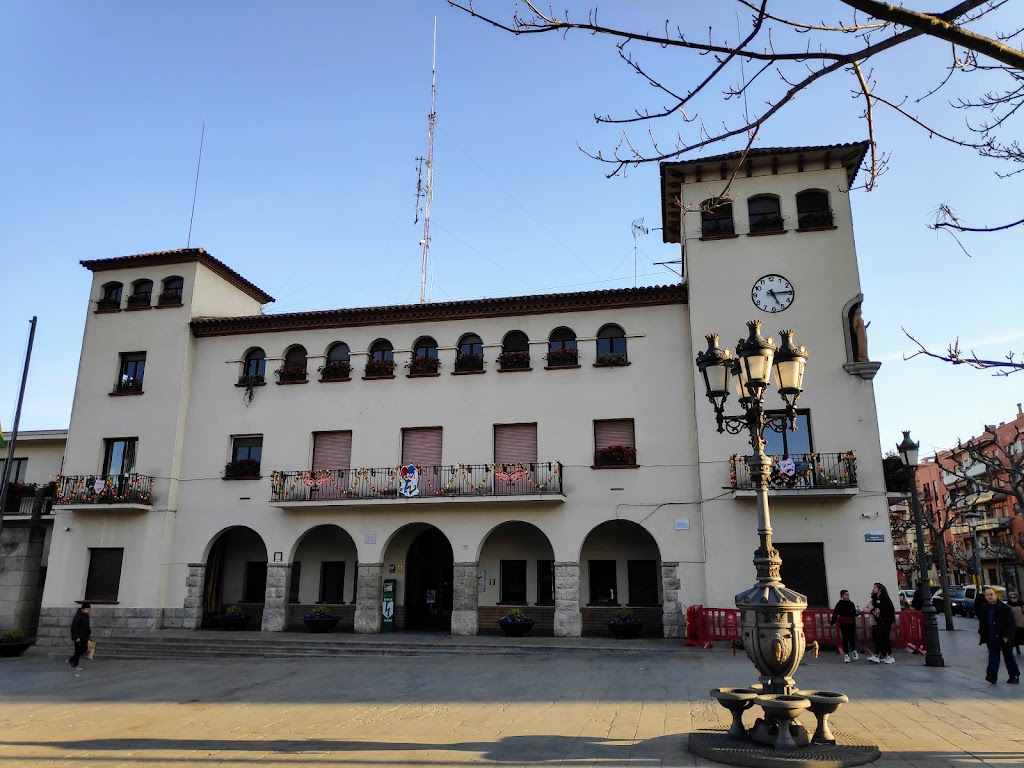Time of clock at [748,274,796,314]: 5:14
